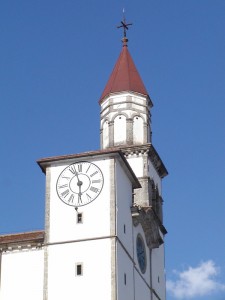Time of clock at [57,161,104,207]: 5:57
